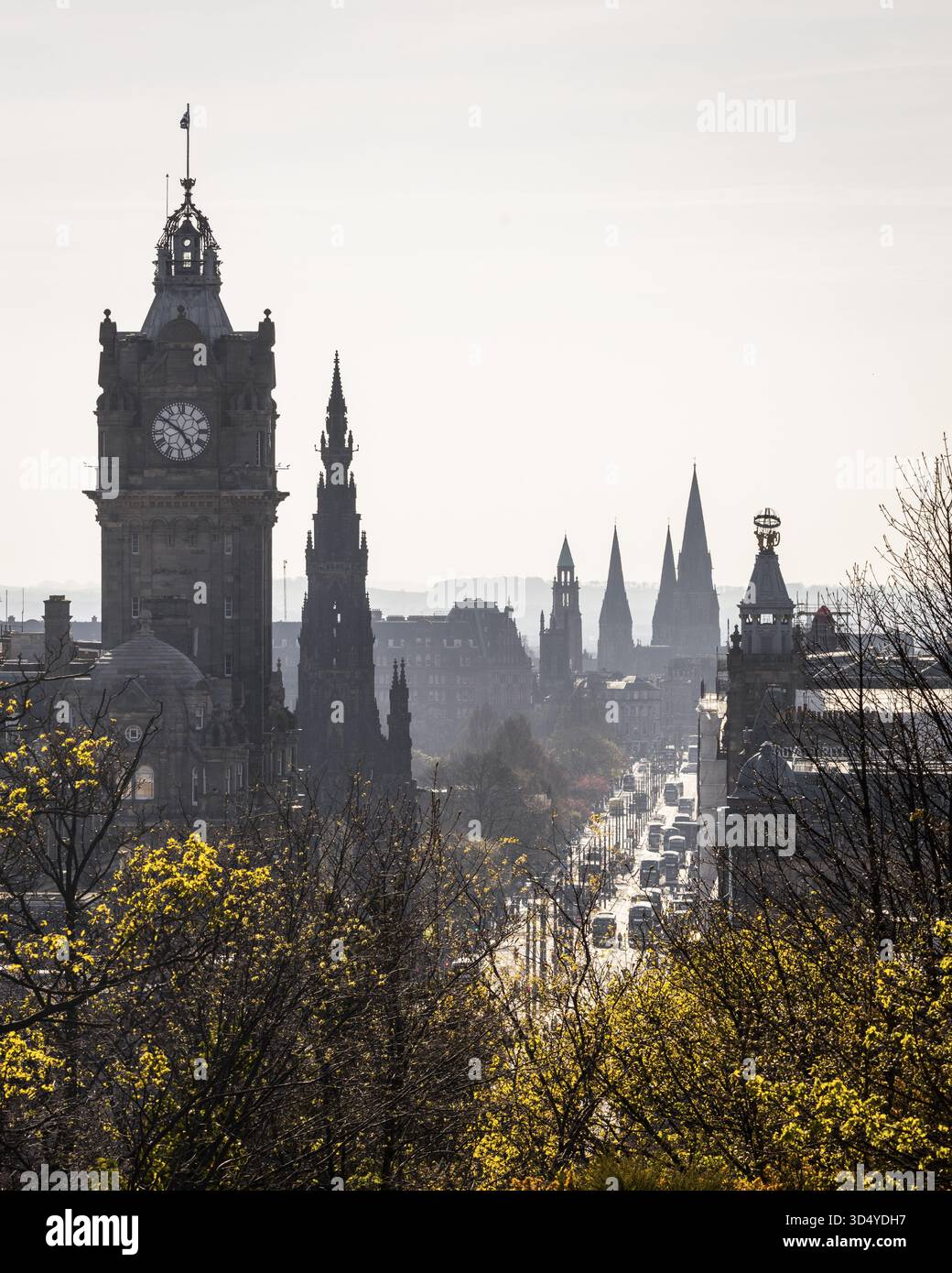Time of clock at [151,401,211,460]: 4:50
